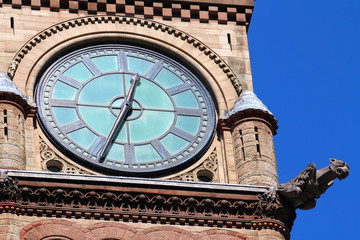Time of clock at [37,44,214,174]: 12:33
